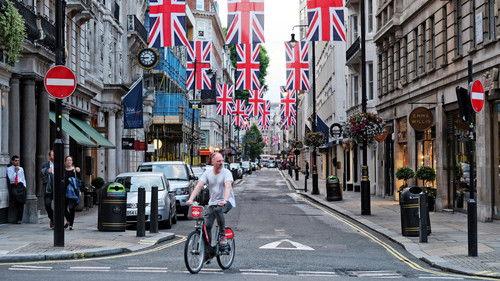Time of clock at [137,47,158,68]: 8:45
